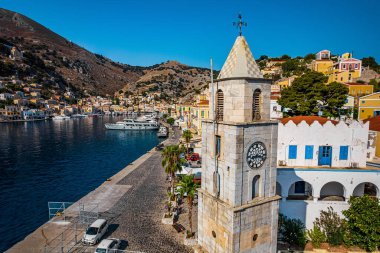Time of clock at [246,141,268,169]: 8:16
